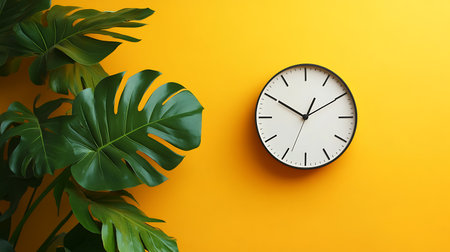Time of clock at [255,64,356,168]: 12:49
